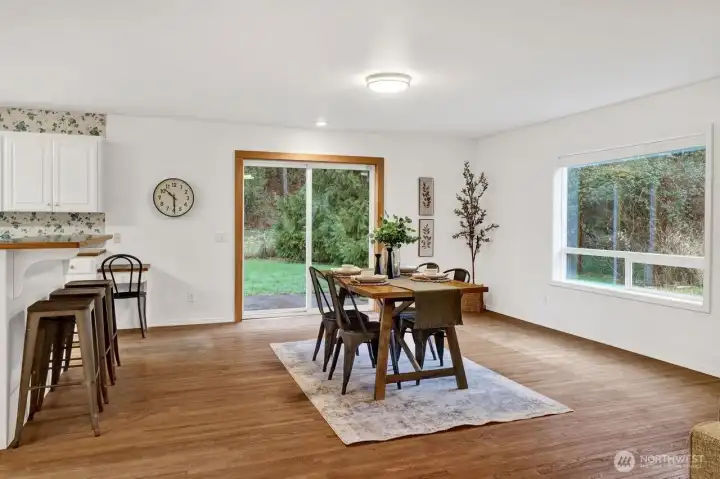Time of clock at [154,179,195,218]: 10:29
